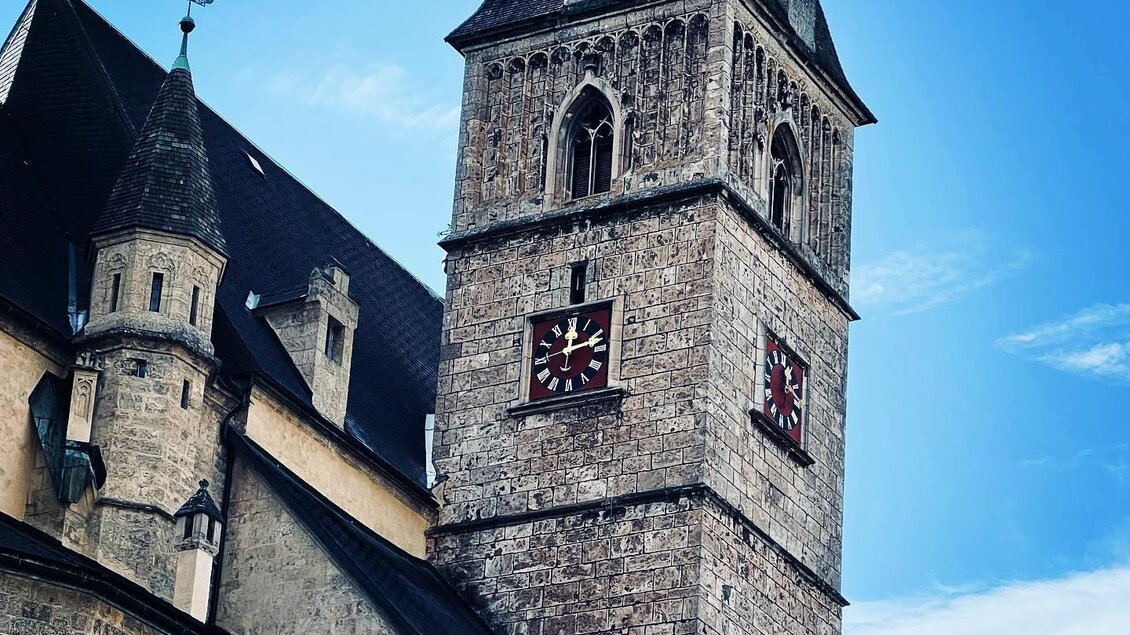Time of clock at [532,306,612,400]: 12:12
